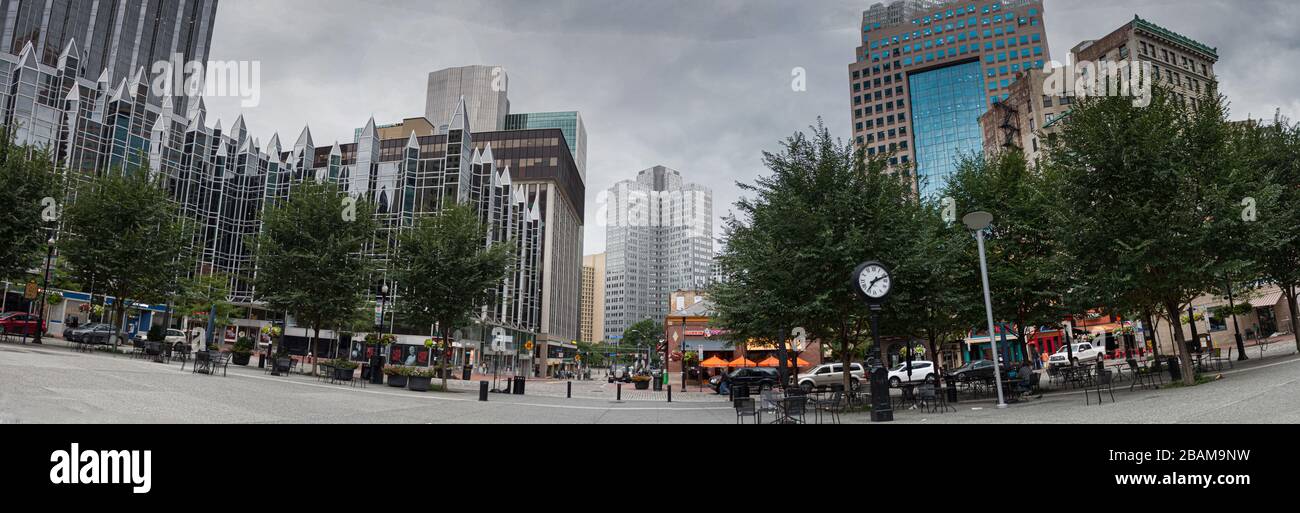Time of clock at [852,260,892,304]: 7:11
